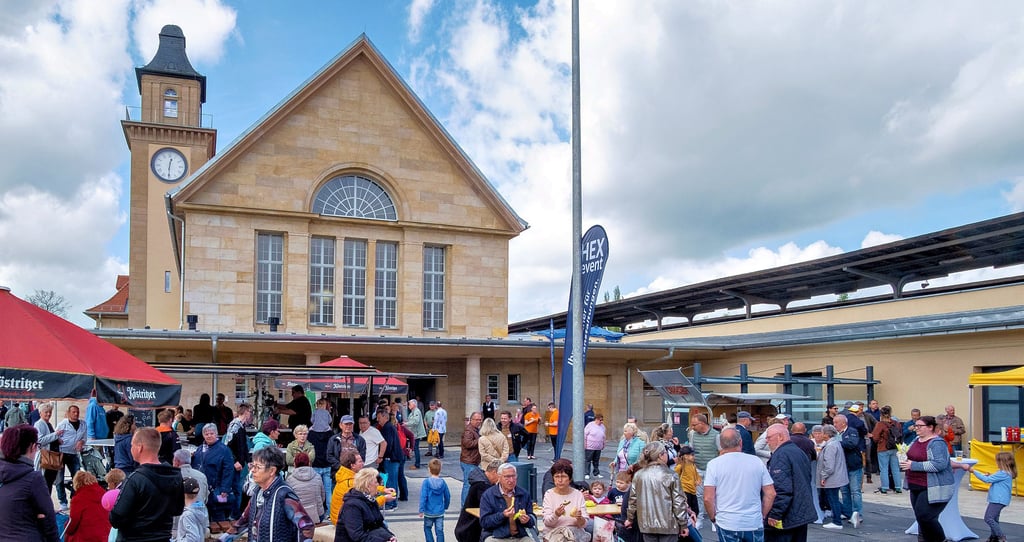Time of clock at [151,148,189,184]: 12:30
